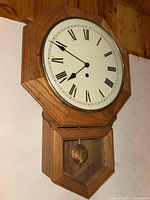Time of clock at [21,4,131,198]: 7:49
